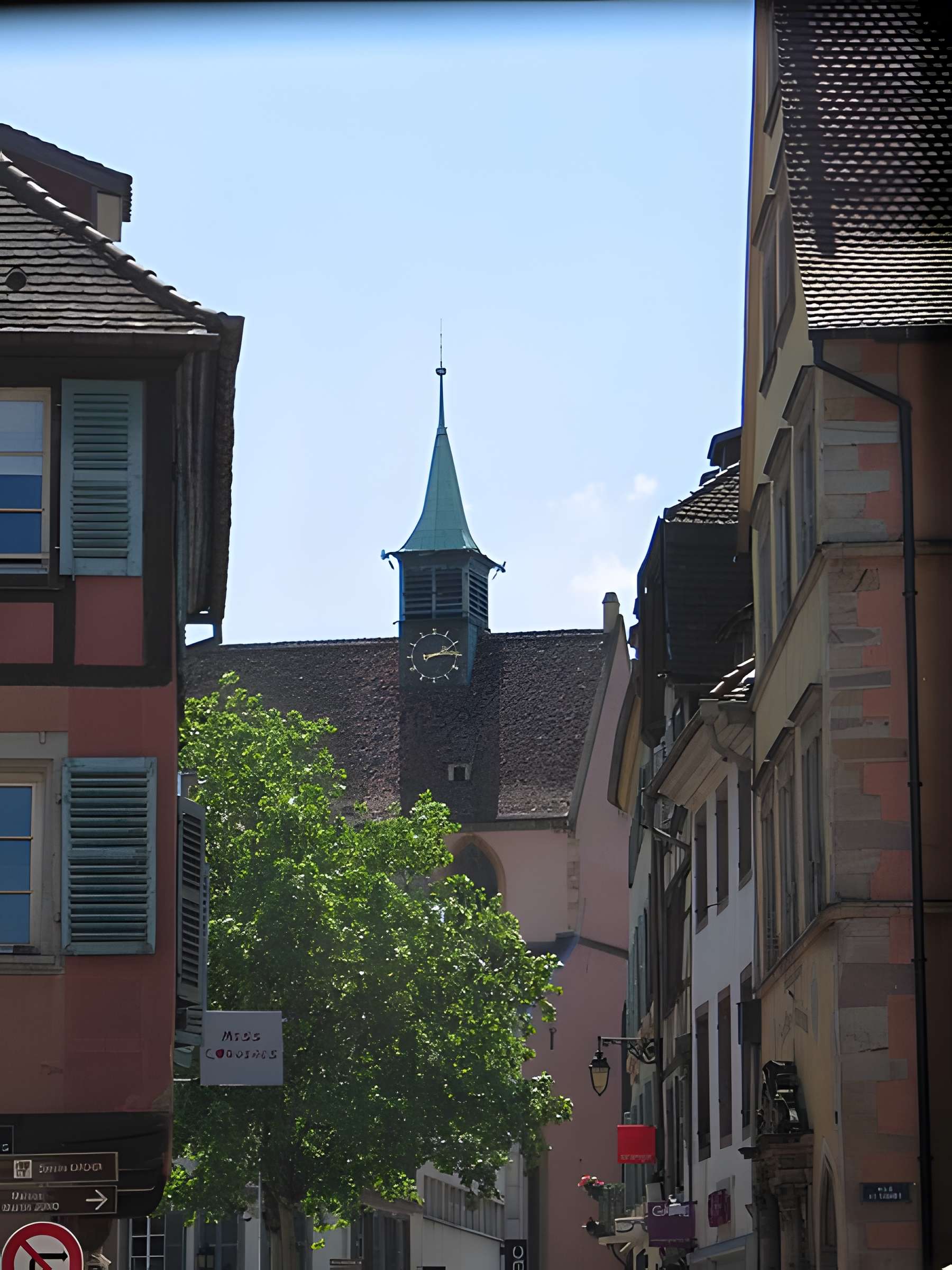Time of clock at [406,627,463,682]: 2:14
